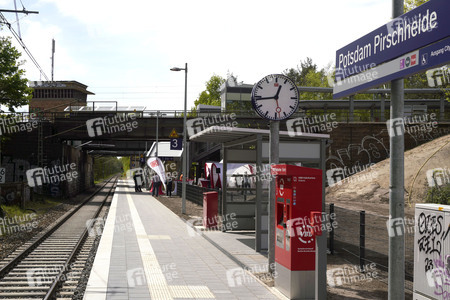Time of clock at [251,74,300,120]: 12:43
